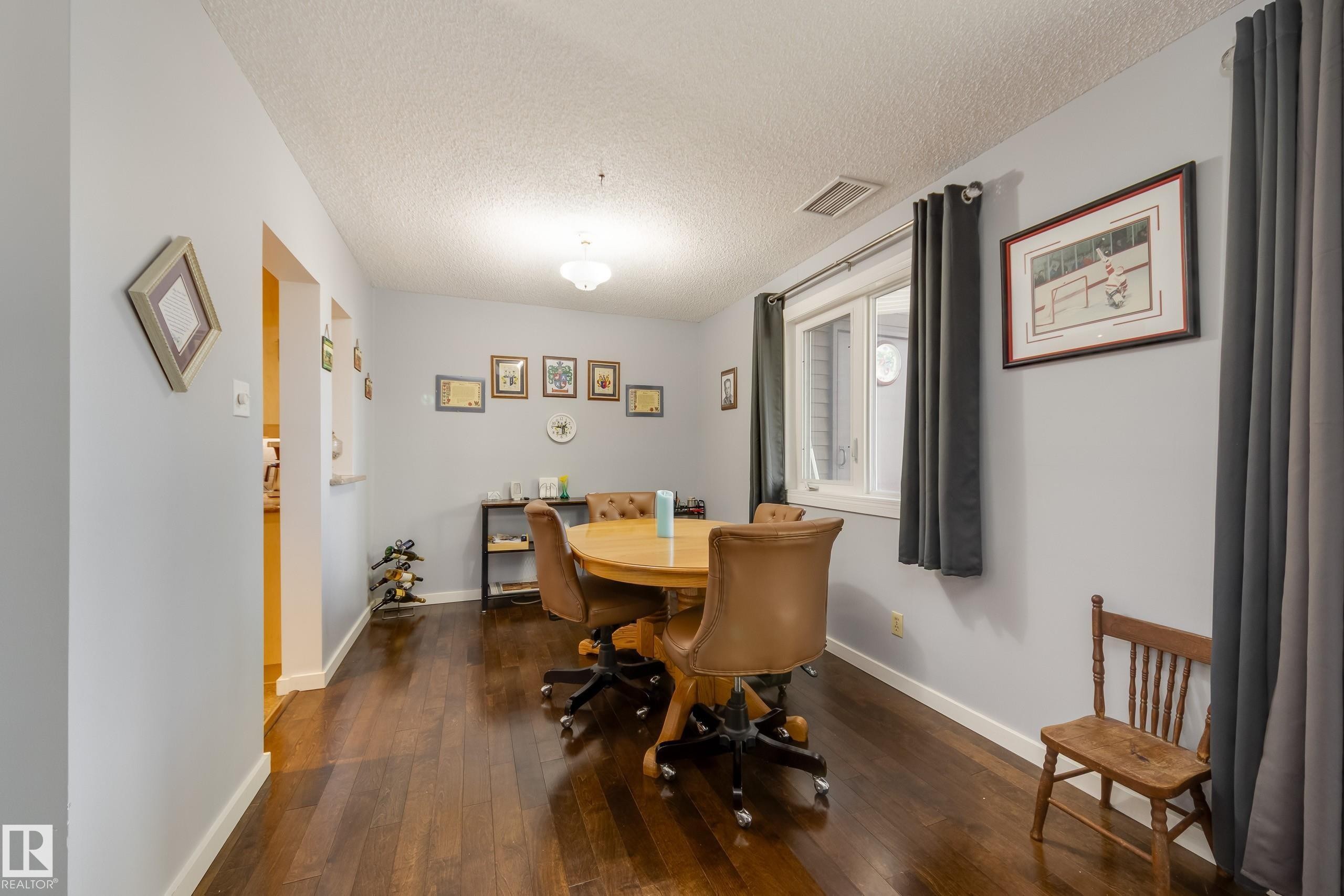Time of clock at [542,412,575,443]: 1:46
